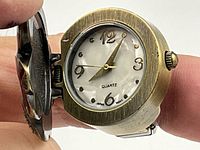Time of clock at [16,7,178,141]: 8:05
